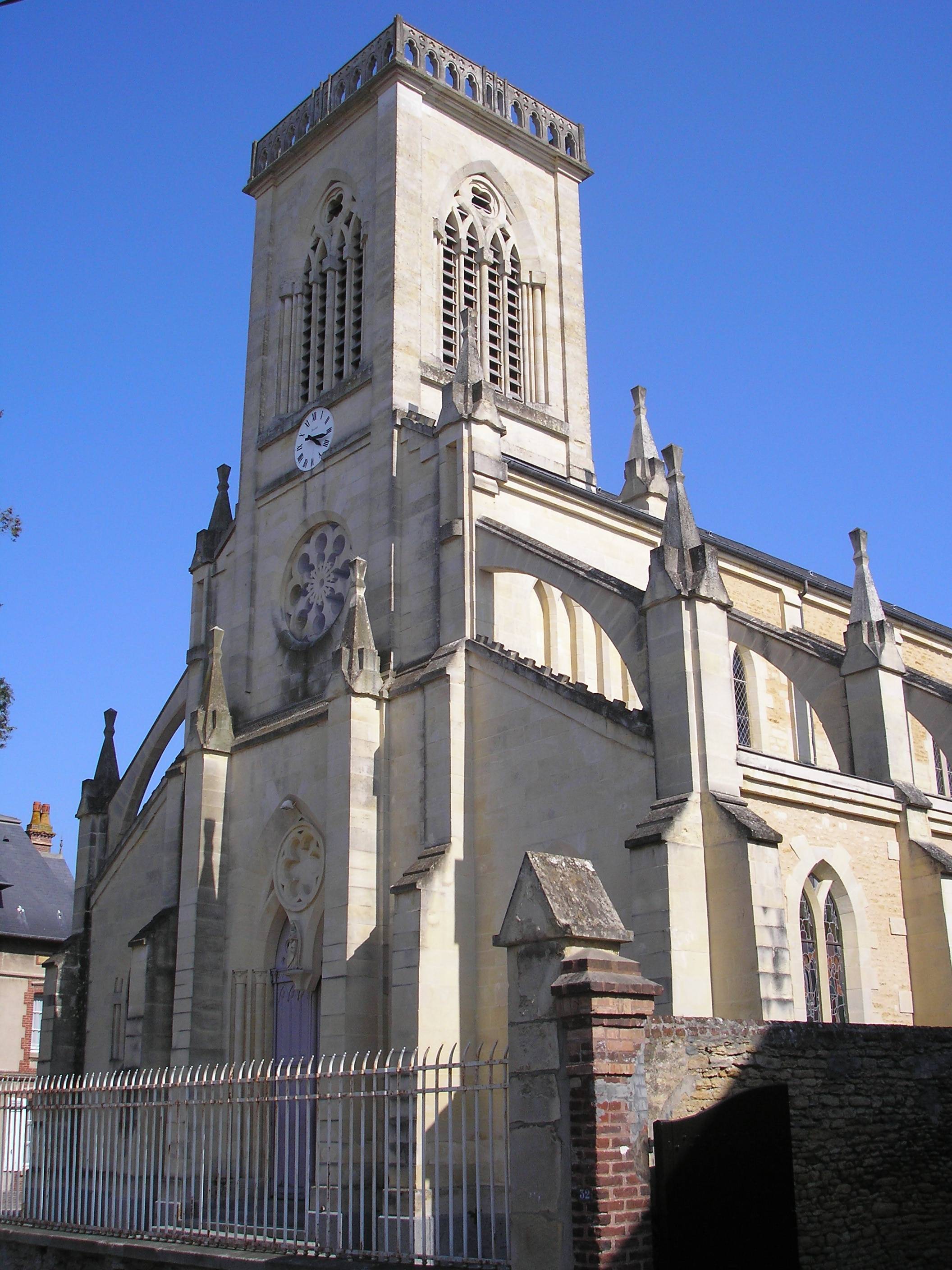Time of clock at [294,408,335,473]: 4:16
